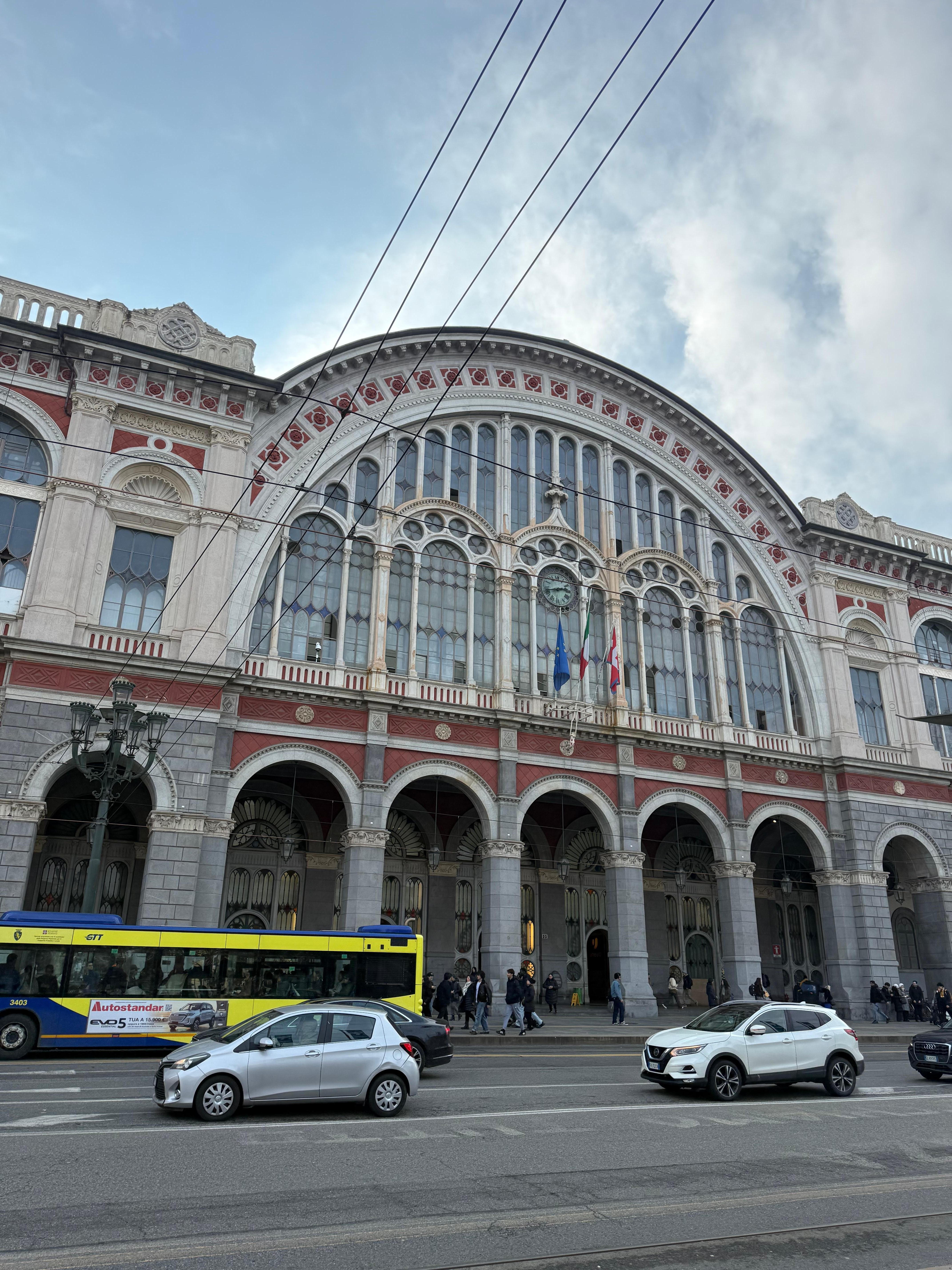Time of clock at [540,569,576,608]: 2:42
